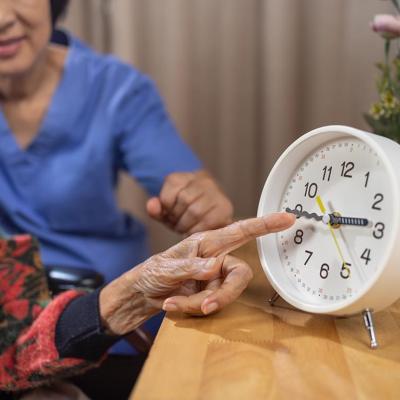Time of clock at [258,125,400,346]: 2:44
